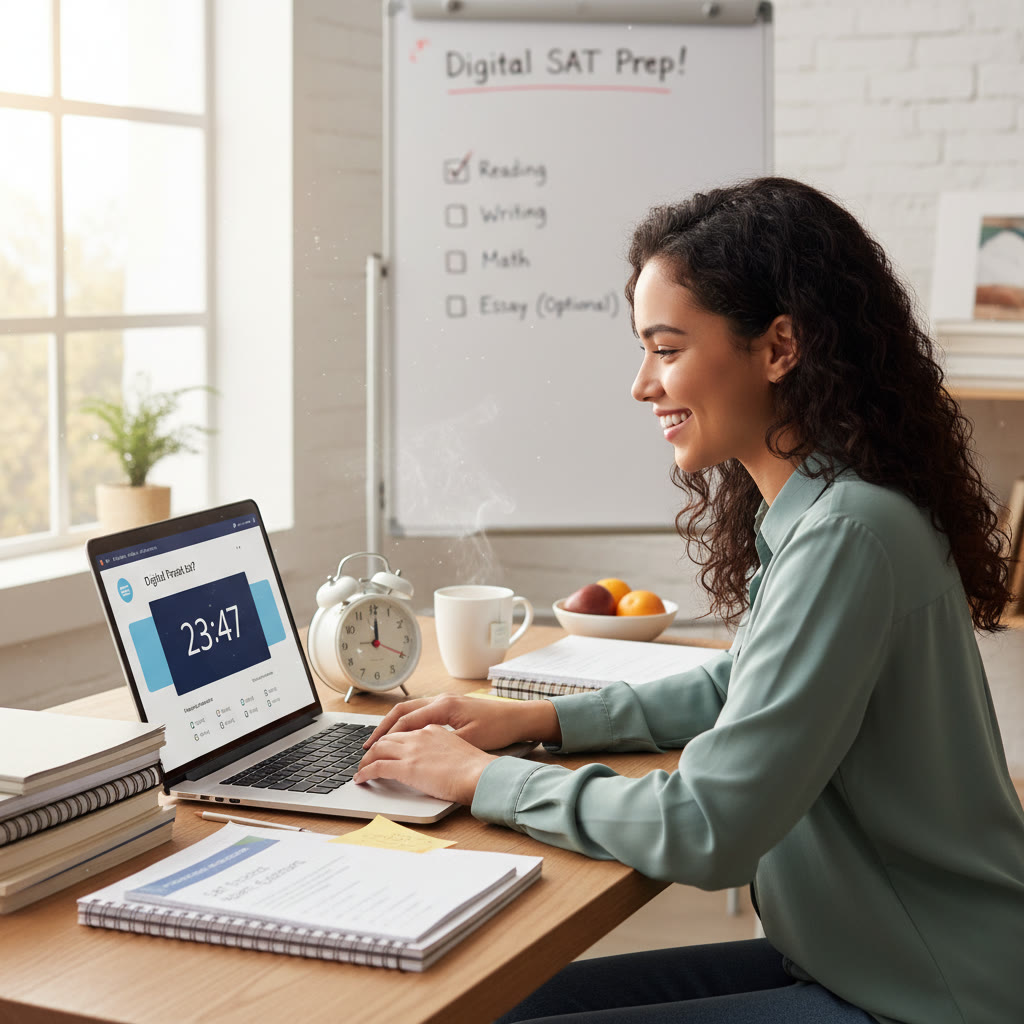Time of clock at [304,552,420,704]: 12:19
